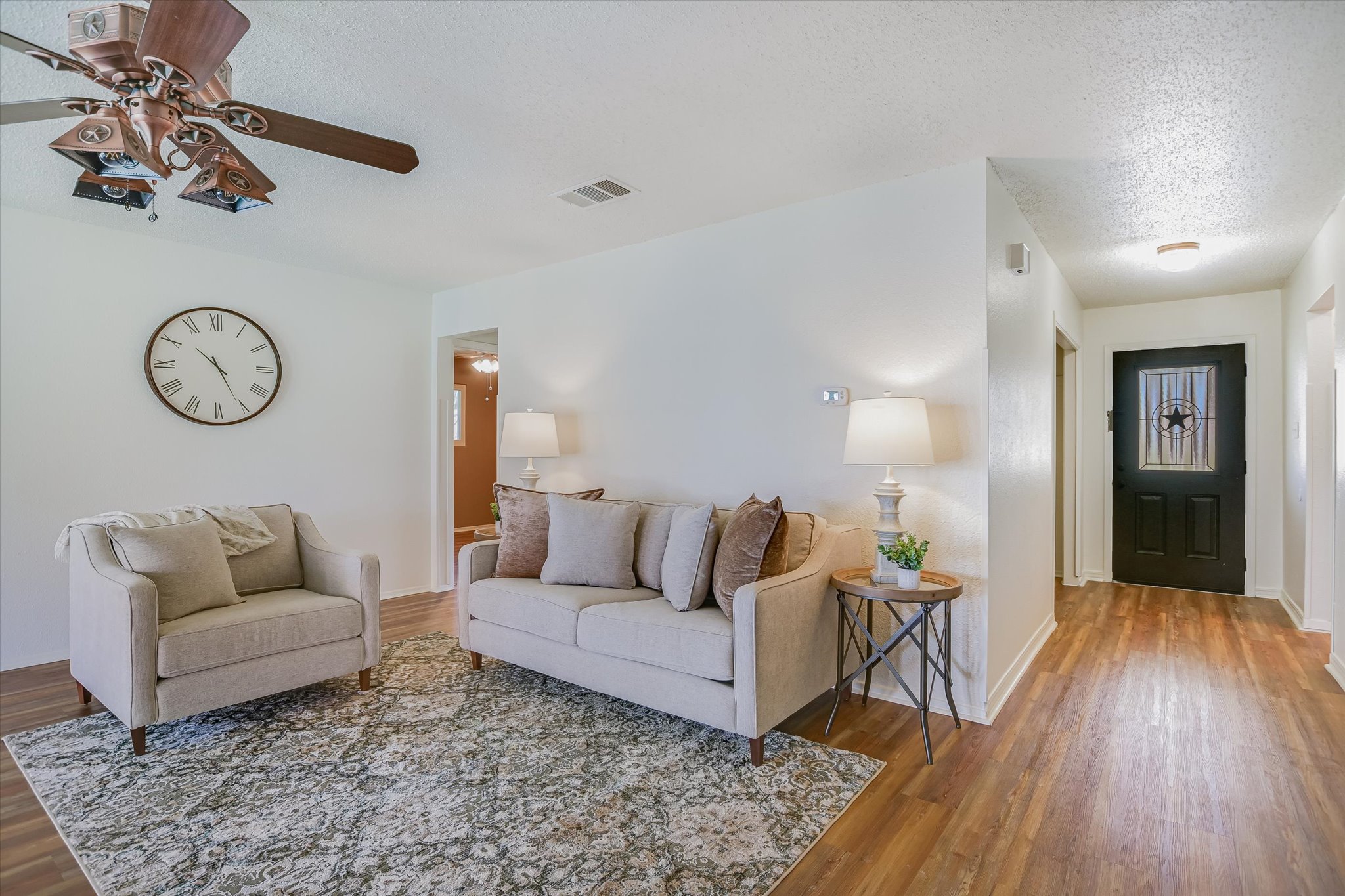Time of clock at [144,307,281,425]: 10:25
